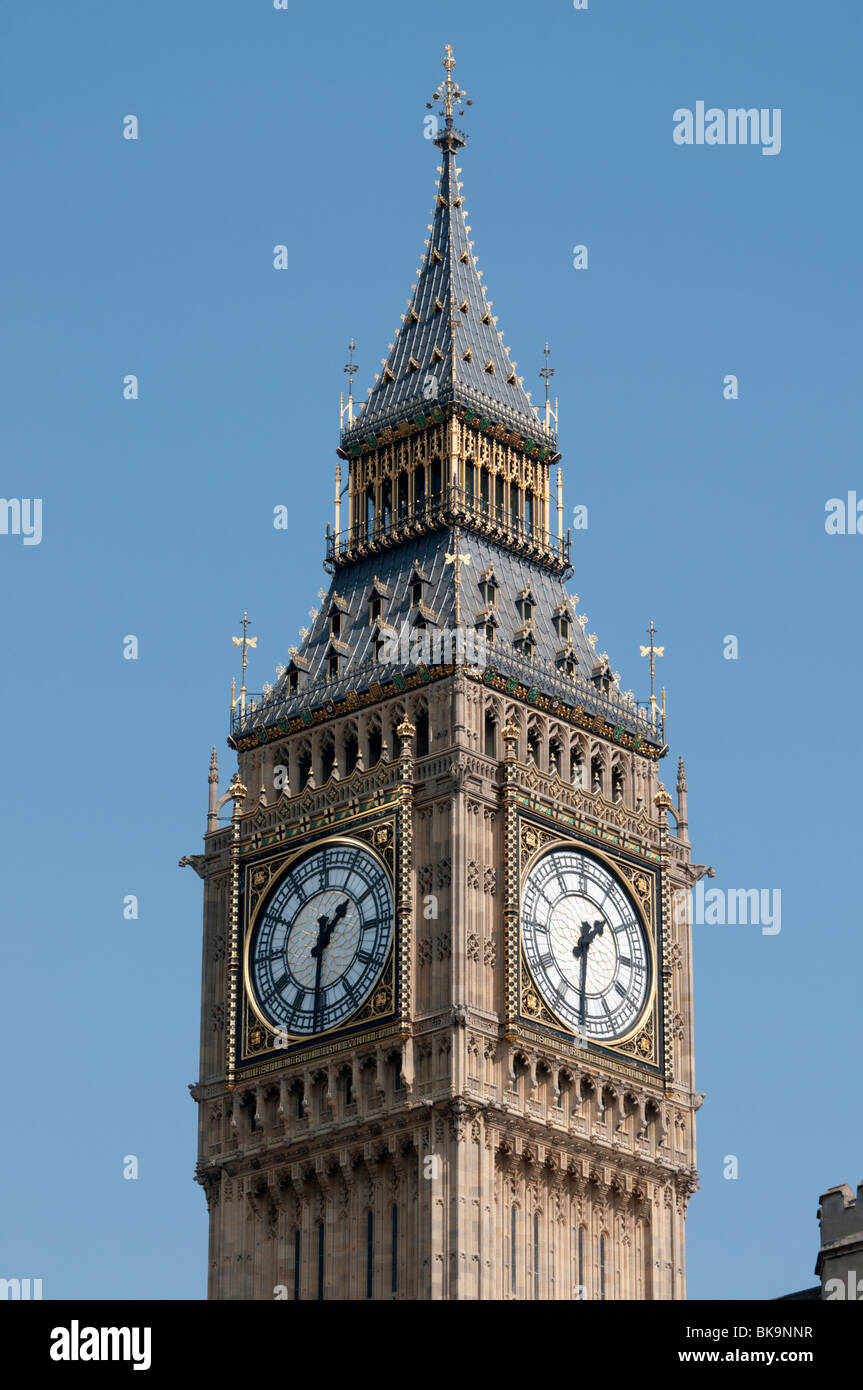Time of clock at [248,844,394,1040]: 1:31
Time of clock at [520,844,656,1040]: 1:31
